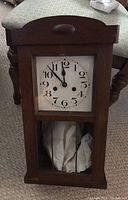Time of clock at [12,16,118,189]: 11:52
